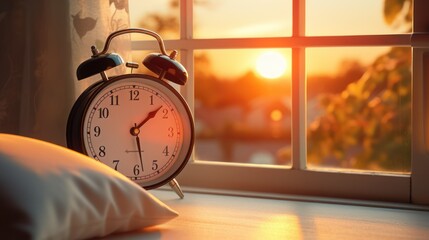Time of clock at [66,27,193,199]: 1:28
